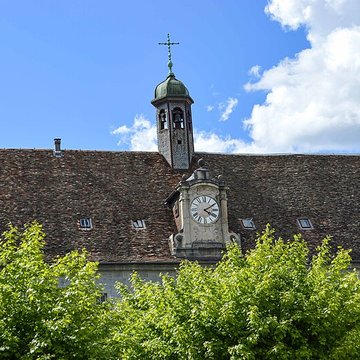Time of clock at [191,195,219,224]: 4:09
